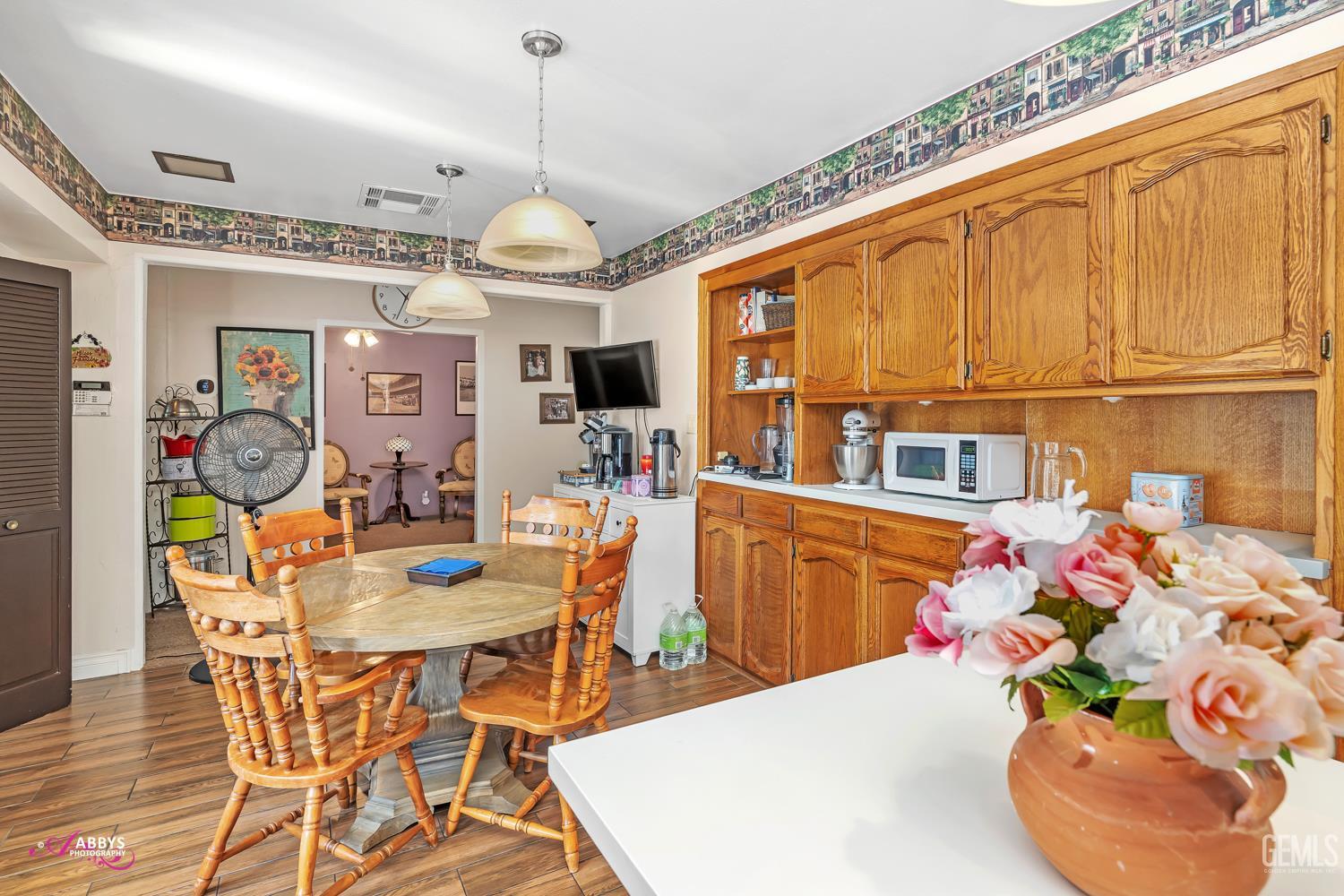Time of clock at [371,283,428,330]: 10:33
